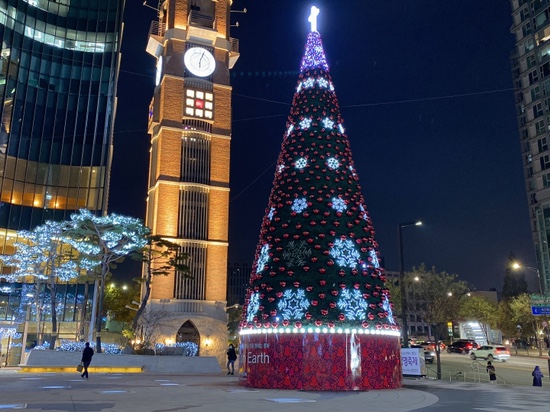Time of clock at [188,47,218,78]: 6:03
